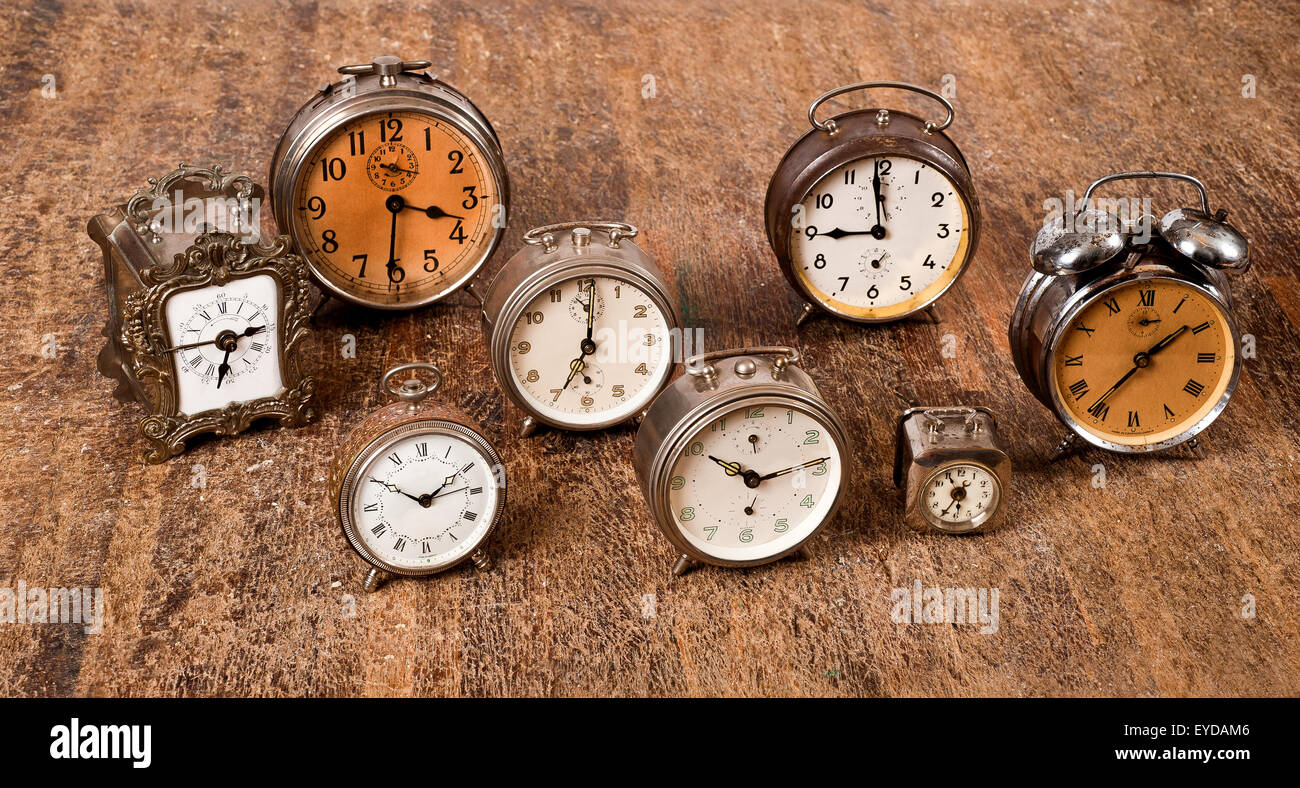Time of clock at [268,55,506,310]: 3:30
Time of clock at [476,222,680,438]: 7:01
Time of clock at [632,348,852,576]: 10:13
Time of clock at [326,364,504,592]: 1:50
